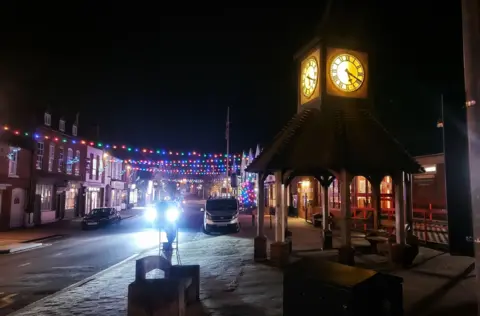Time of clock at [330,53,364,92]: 5:19
